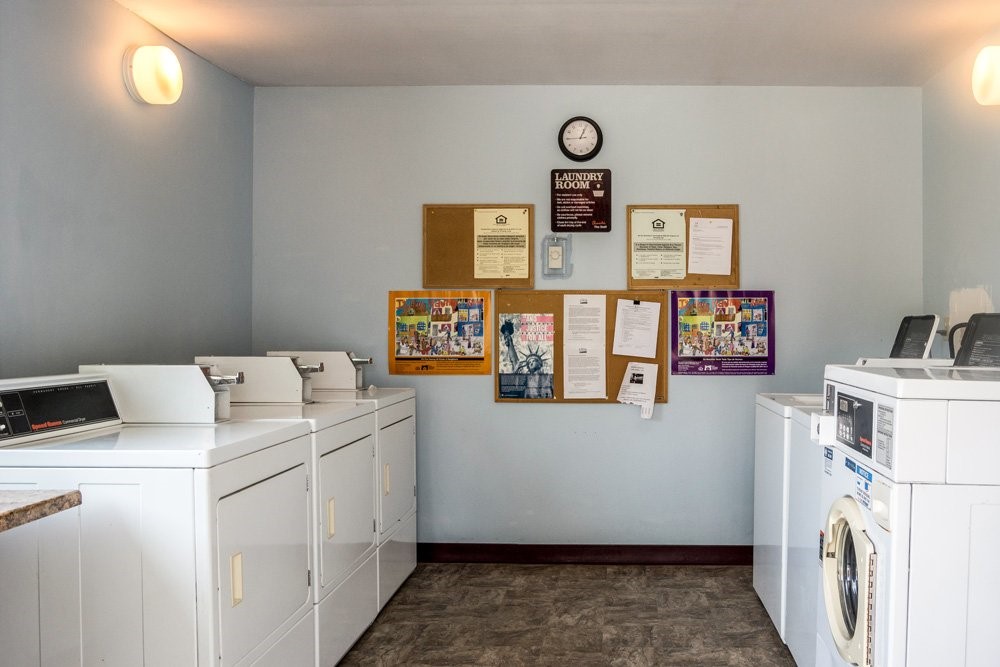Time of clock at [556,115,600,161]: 1:04
